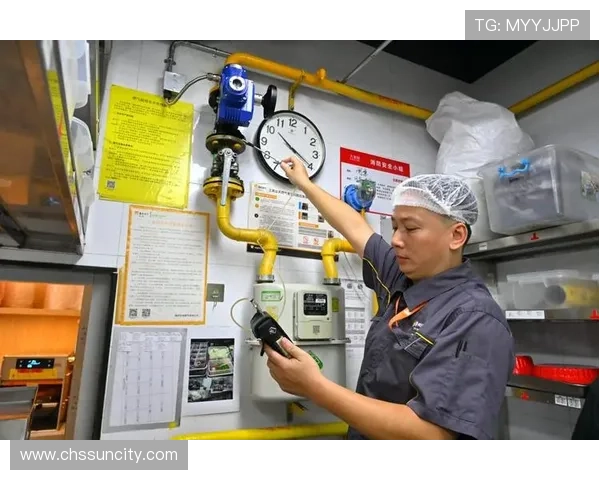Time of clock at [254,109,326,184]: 10:20
